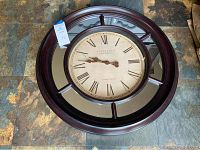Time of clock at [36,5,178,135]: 9:47
